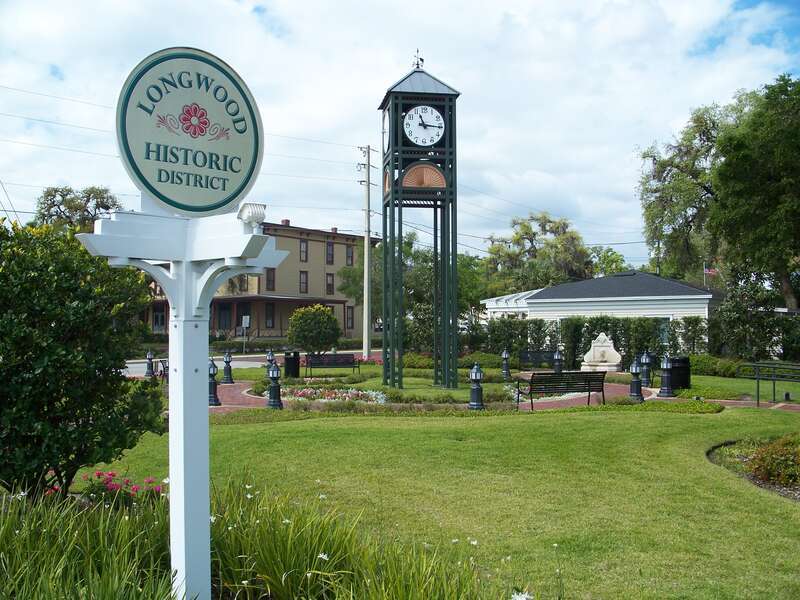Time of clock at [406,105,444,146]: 11:15
